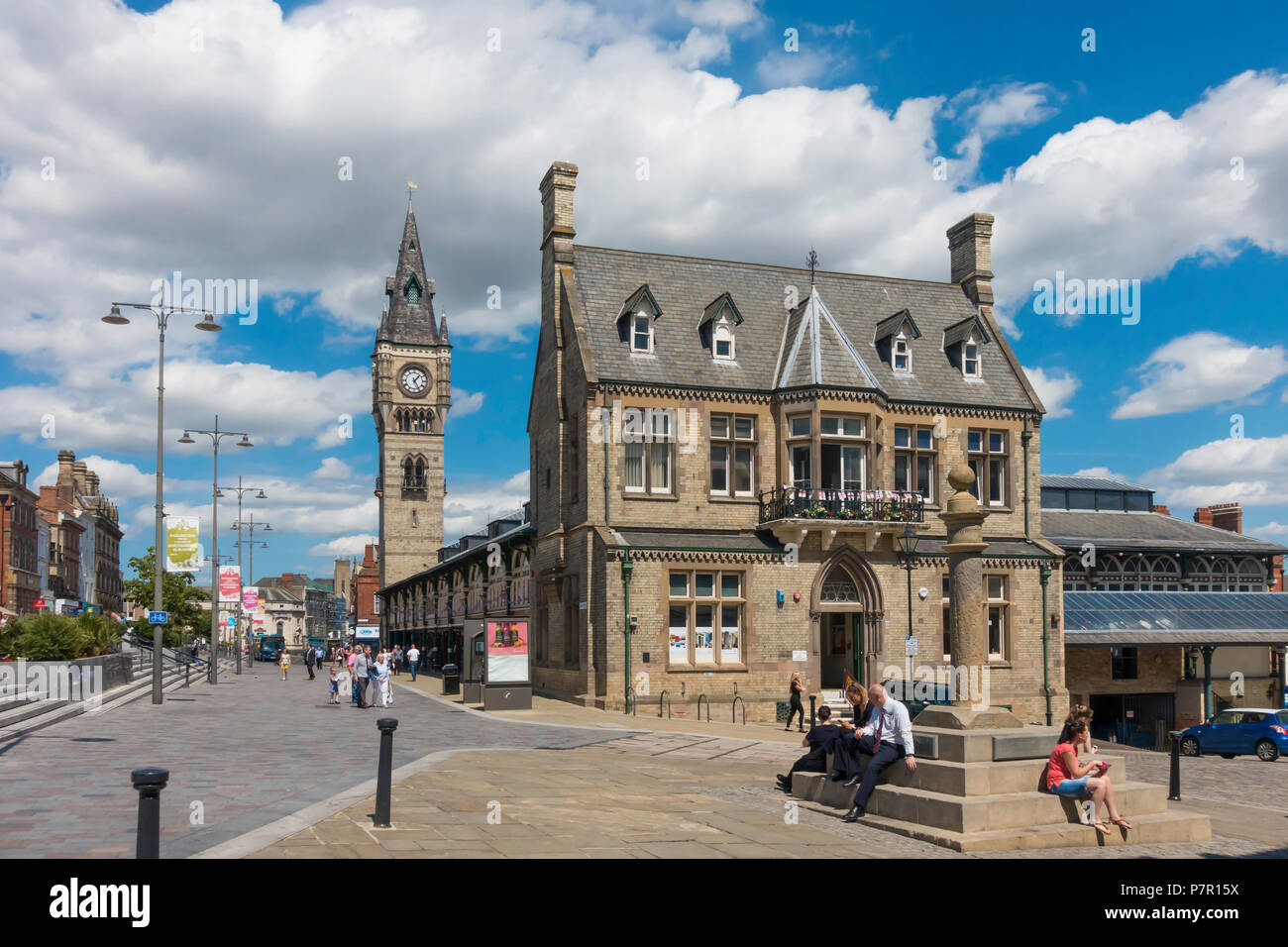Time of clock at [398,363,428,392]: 1:25
